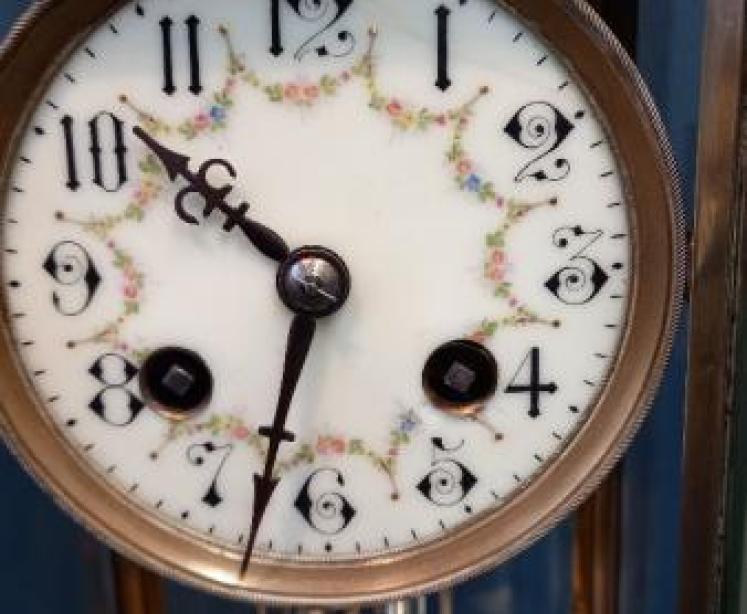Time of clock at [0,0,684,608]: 10:32
